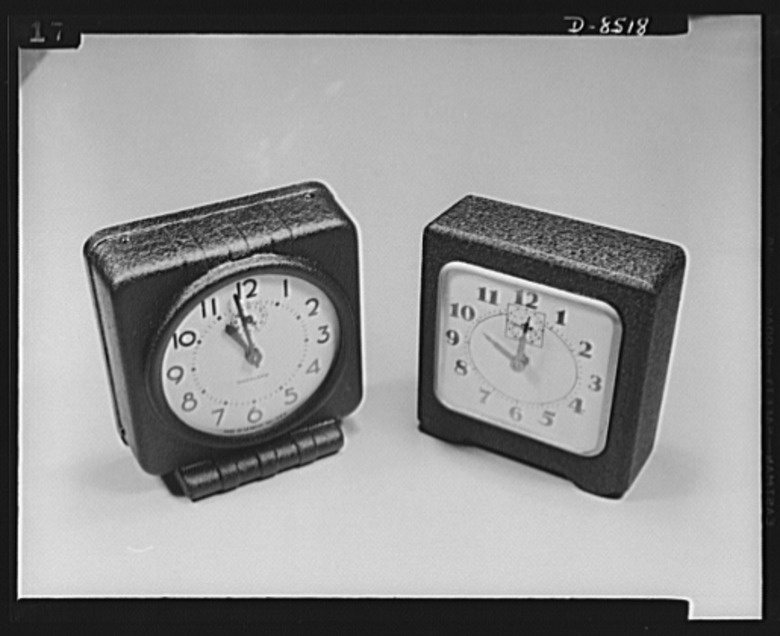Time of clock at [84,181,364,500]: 10:58
